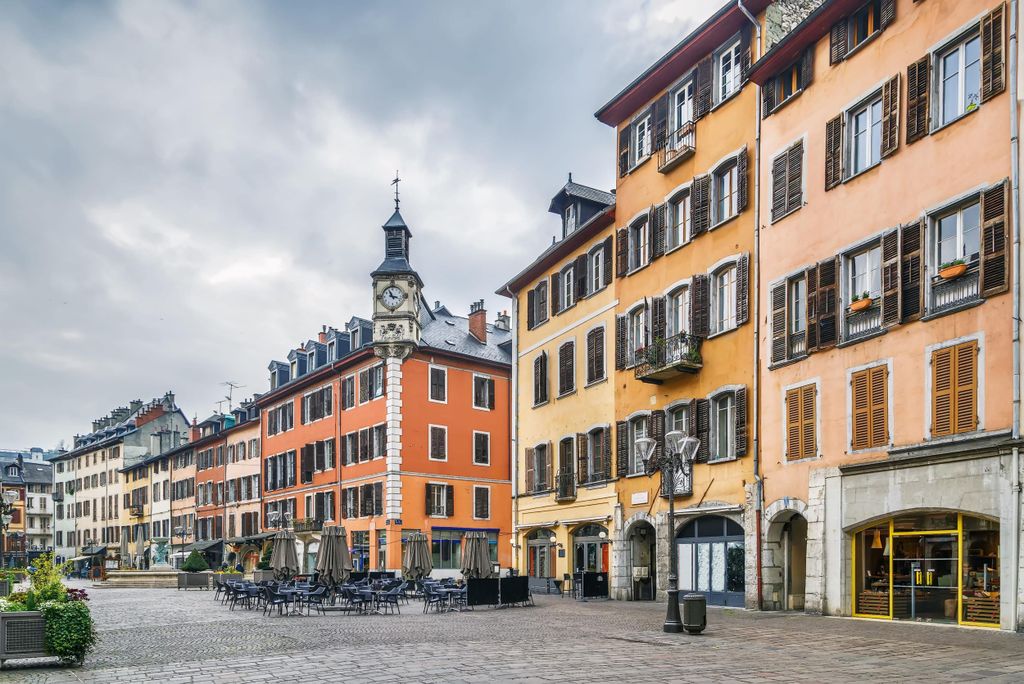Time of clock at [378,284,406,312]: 11:17
